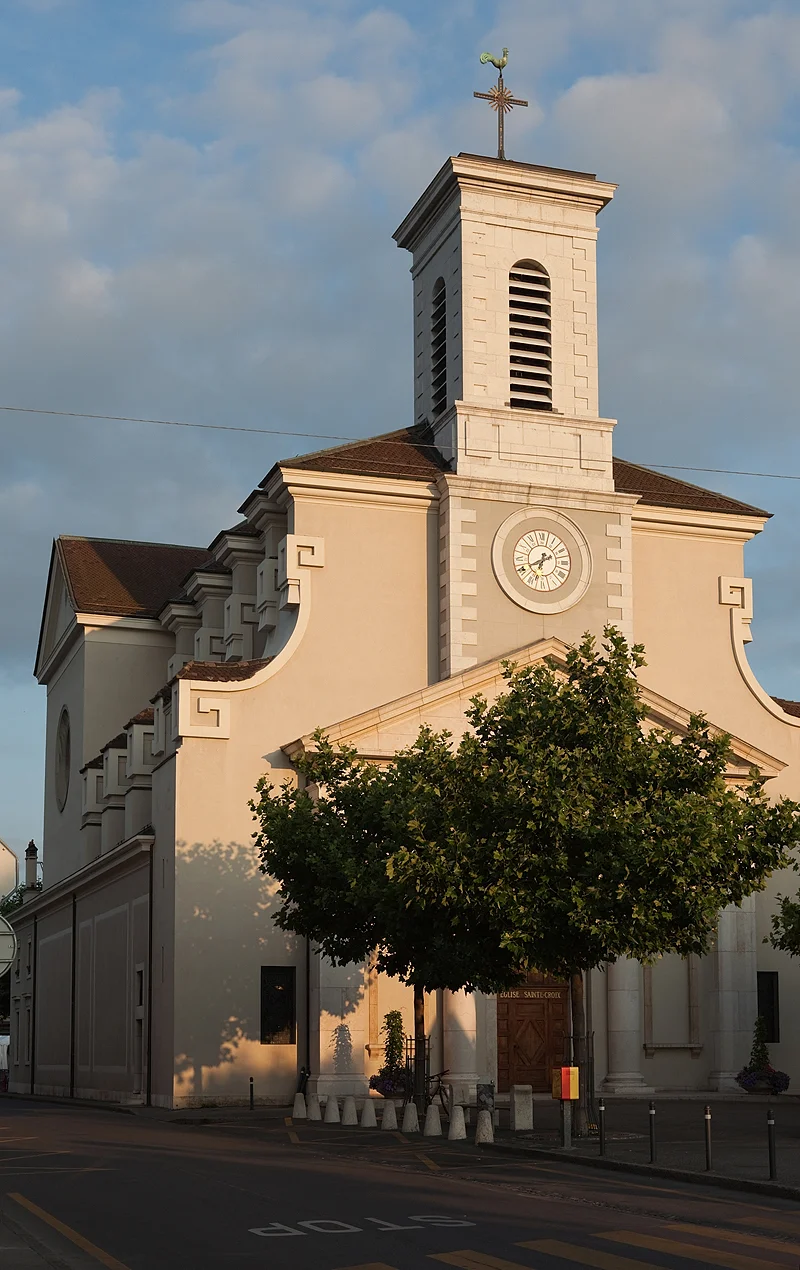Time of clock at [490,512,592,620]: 6:40
